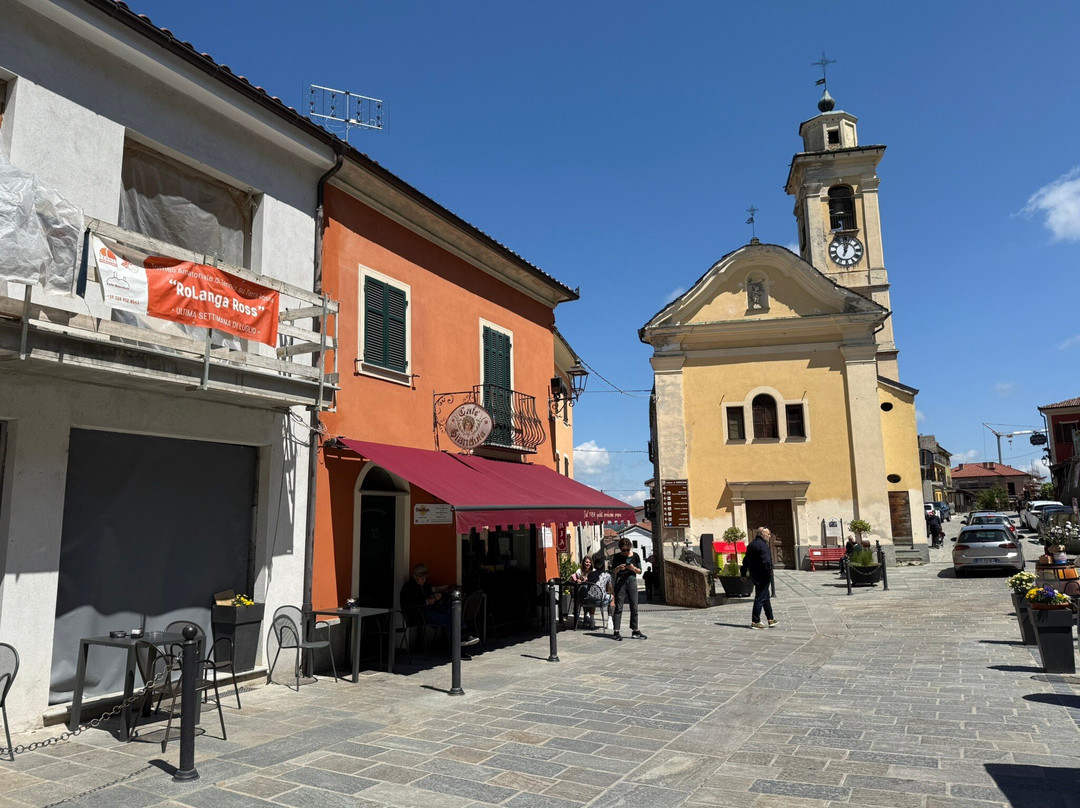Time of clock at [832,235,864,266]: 12:03
